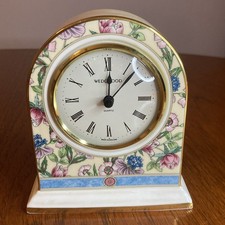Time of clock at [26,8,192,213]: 12:06
